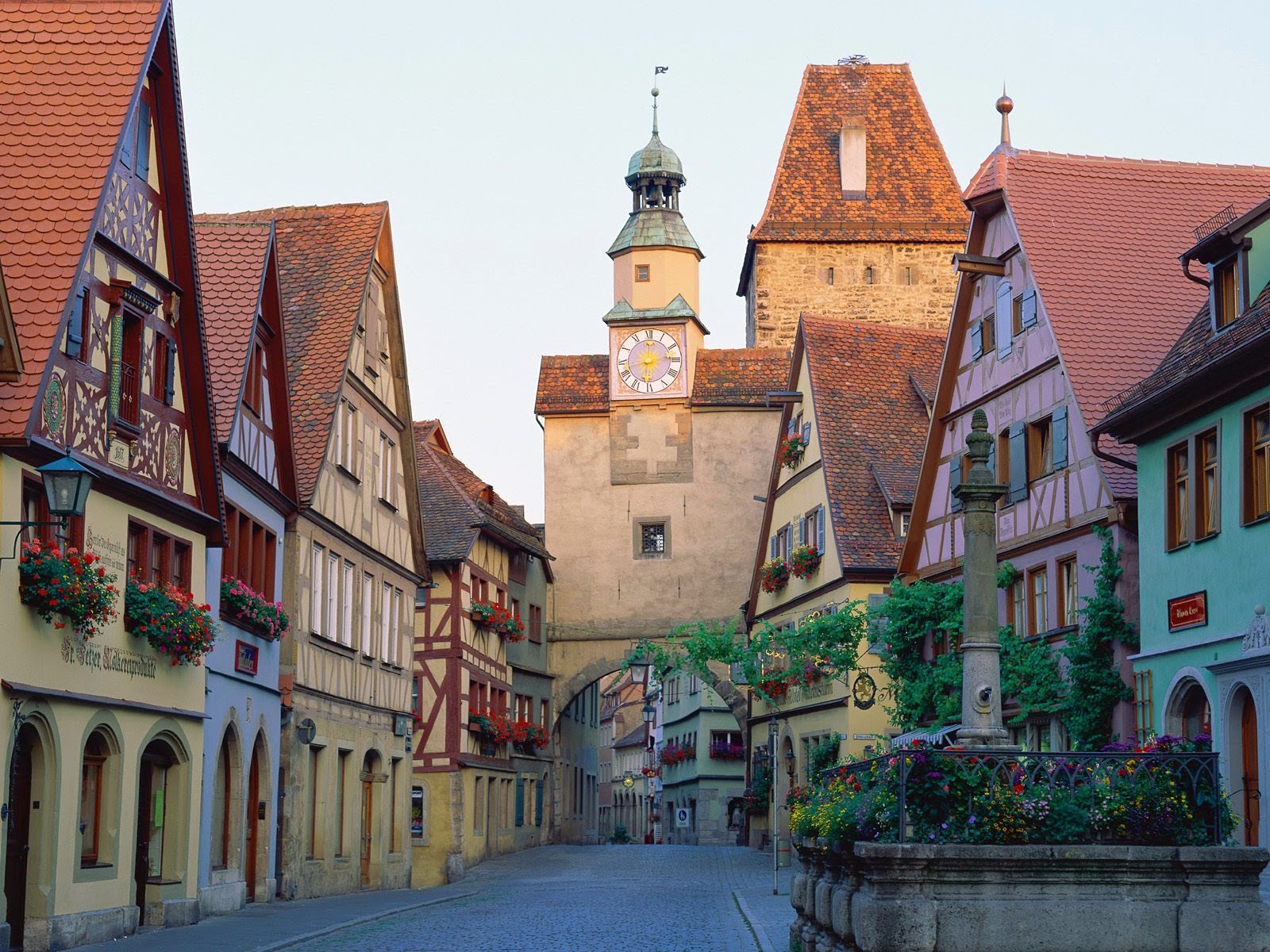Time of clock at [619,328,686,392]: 6:00
